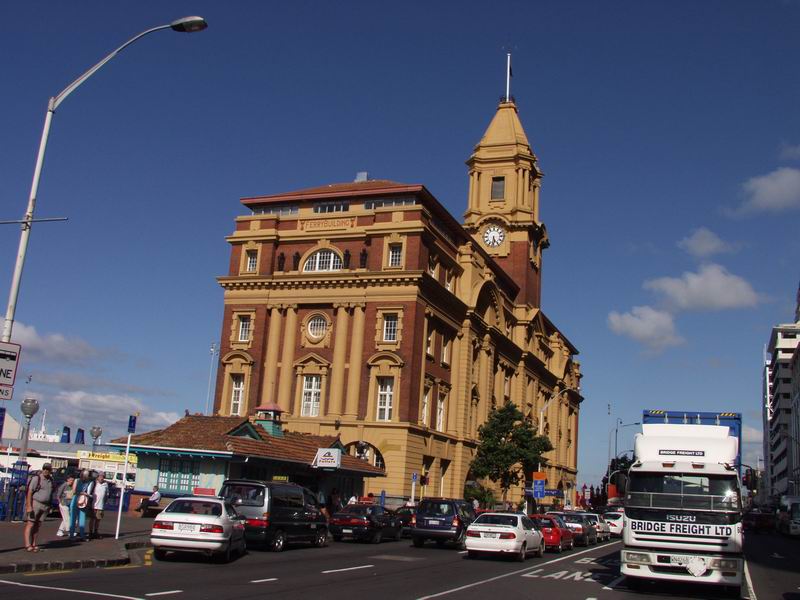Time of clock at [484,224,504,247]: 5:31
